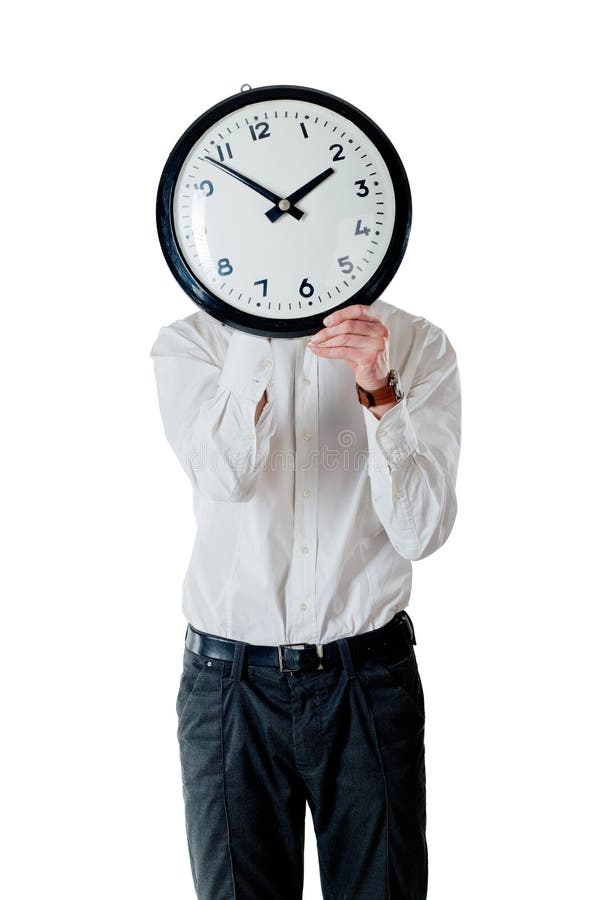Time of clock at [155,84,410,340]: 1:53
